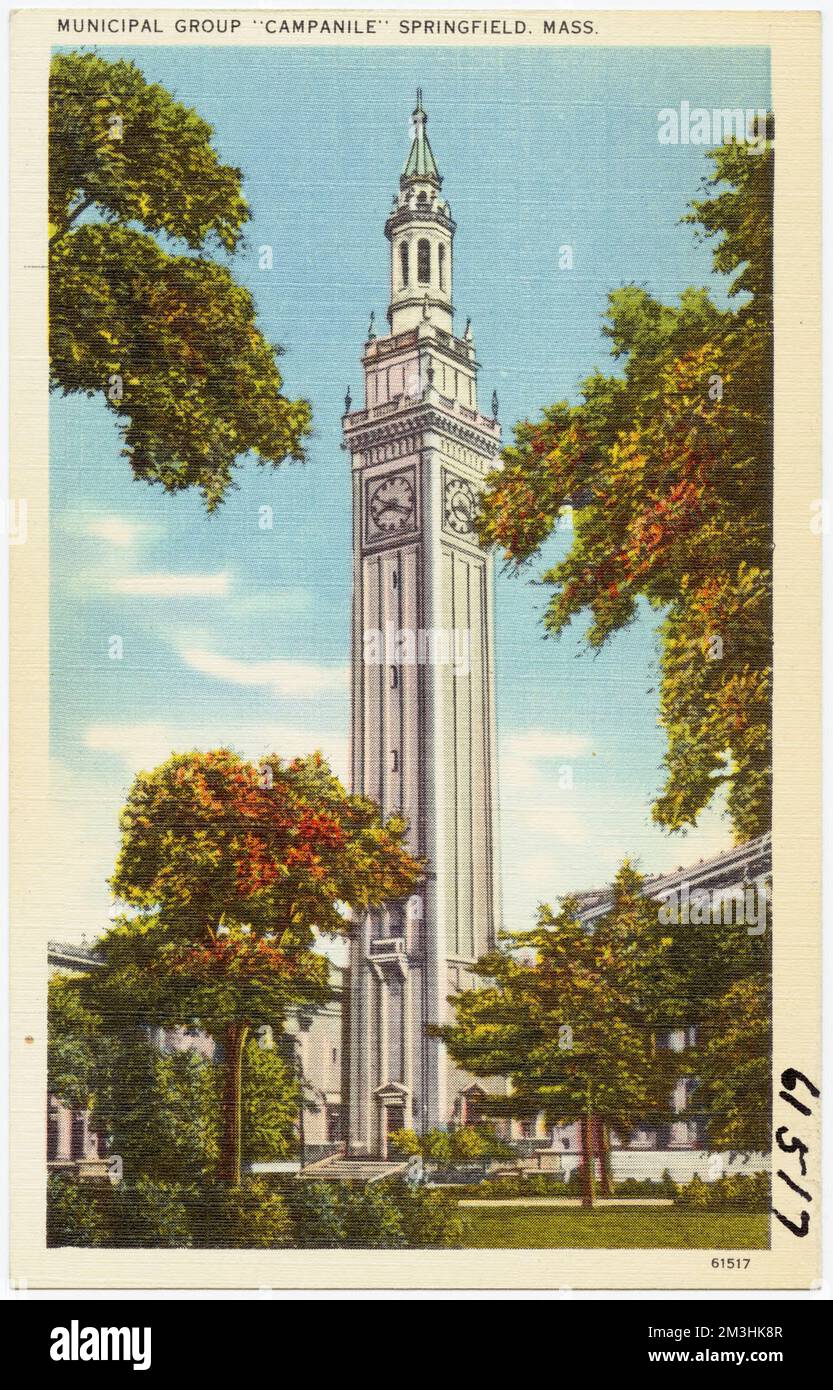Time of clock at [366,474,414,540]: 8:18
